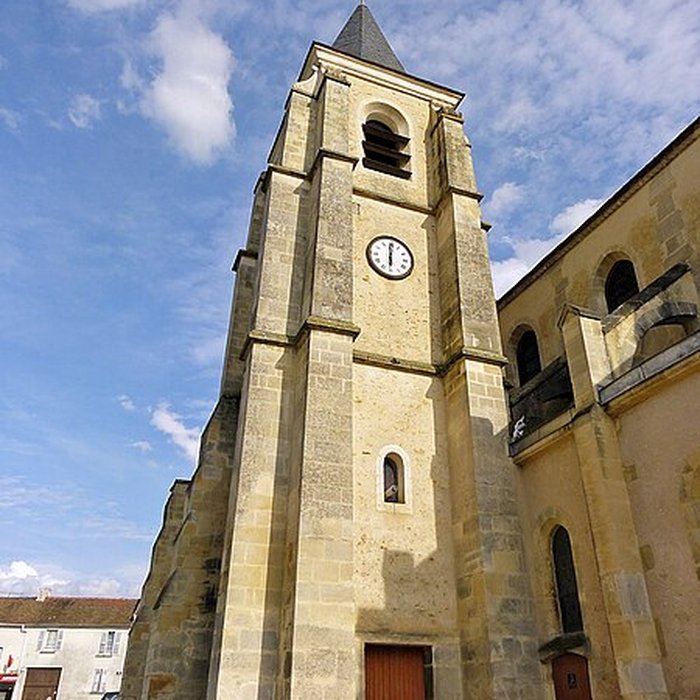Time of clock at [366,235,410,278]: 5:59
